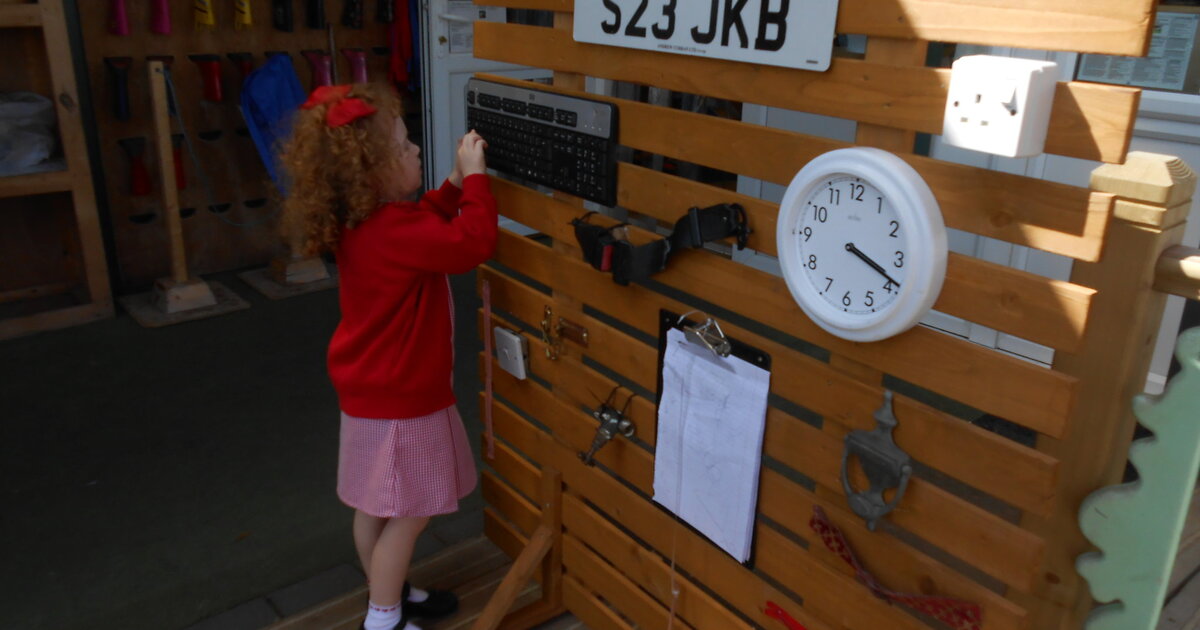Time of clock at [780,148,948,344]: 3:18
